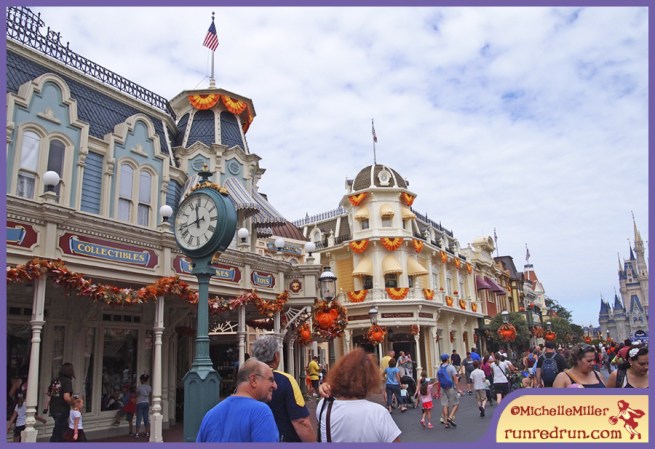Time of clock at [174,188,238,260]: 11:42
